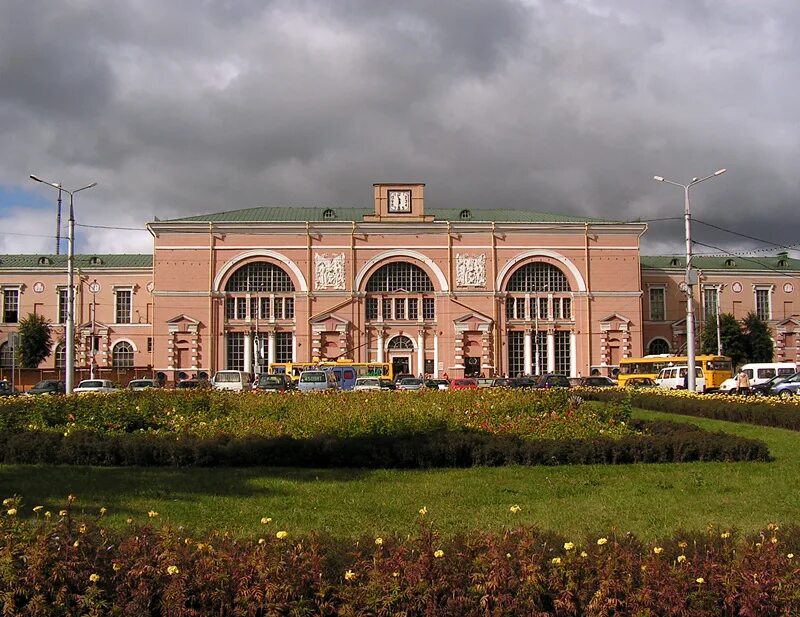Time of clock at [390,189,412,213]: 11:31
